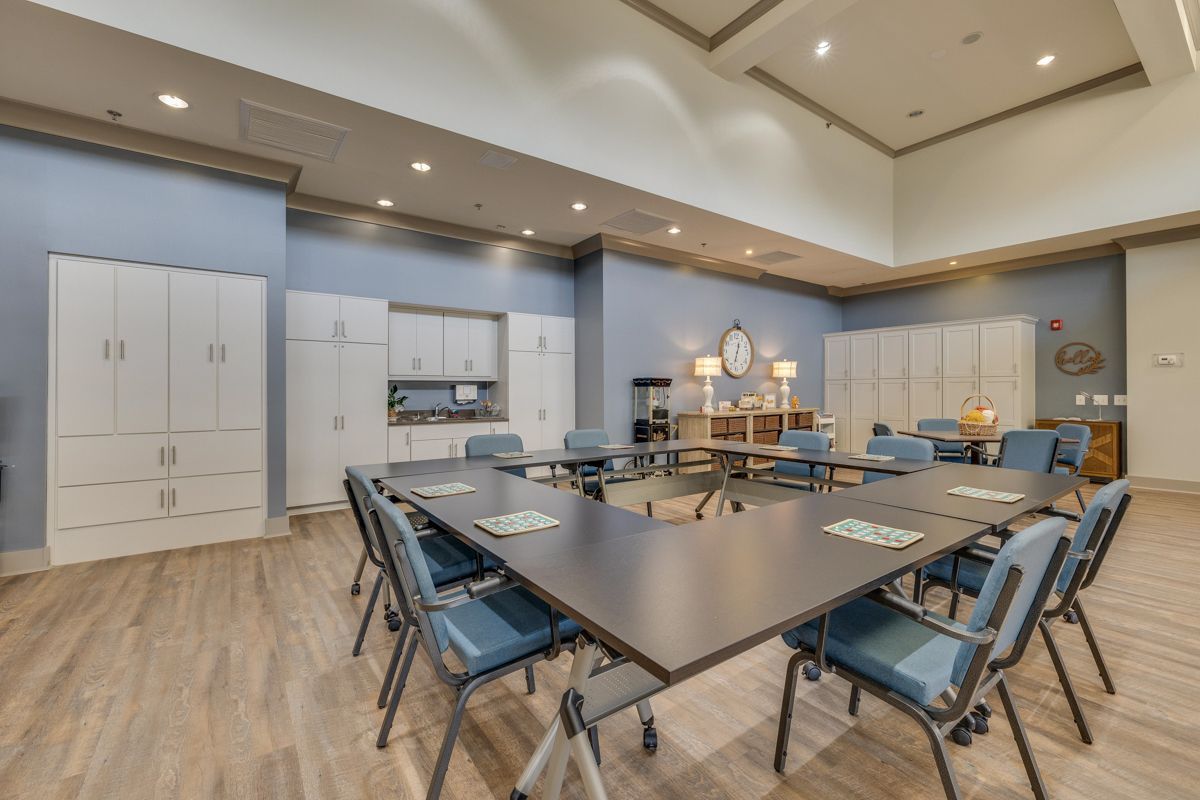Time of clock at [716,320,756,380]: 12:32
